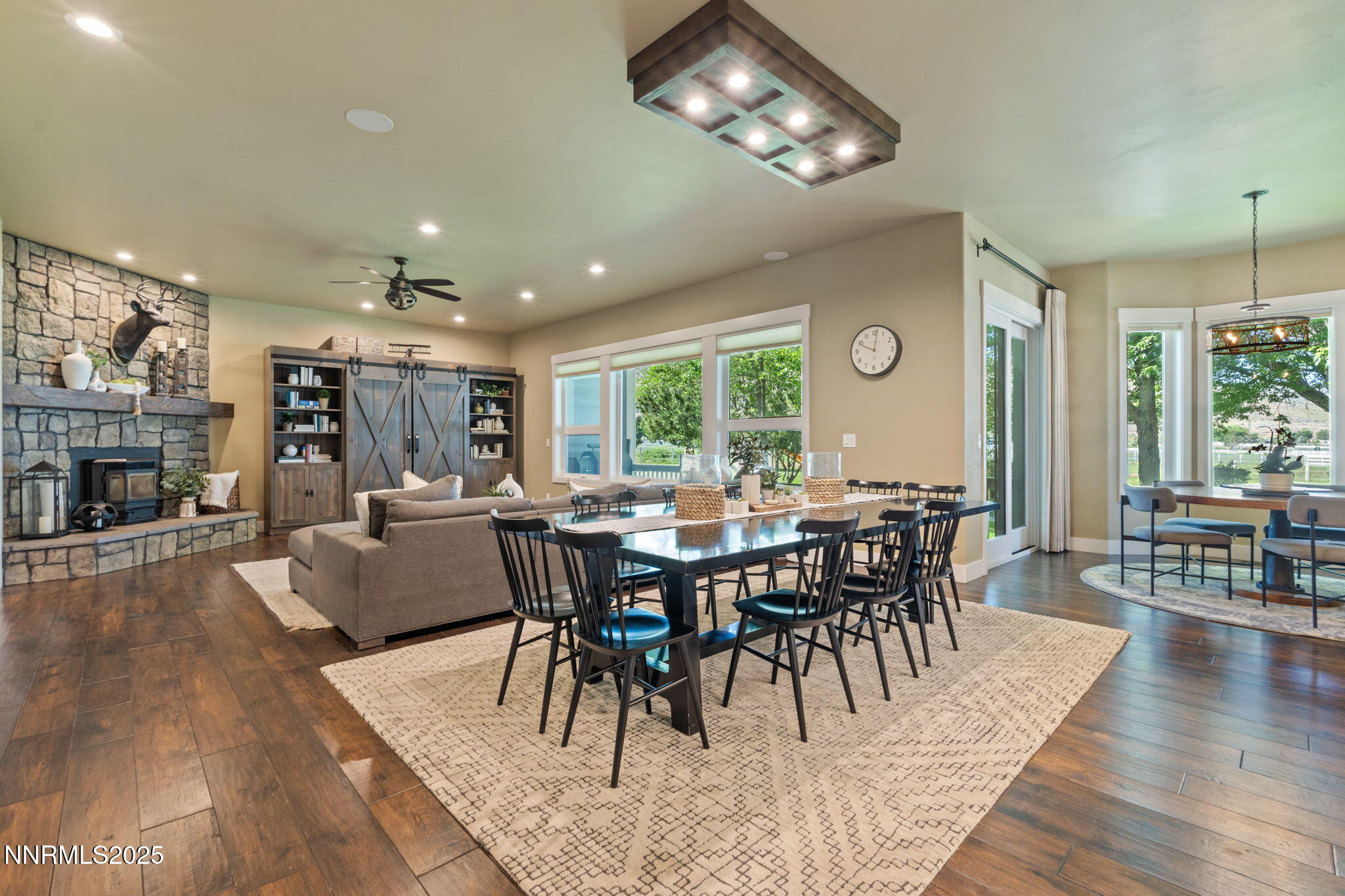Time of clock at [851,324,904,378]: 10:01
